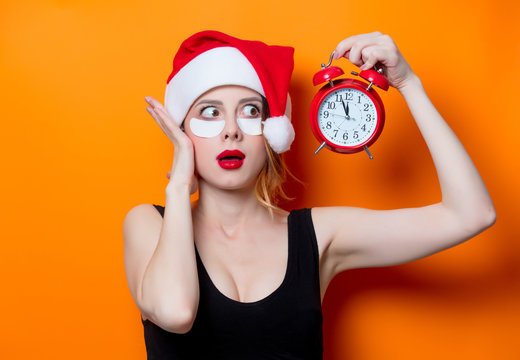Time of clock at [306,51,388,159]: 11:56
